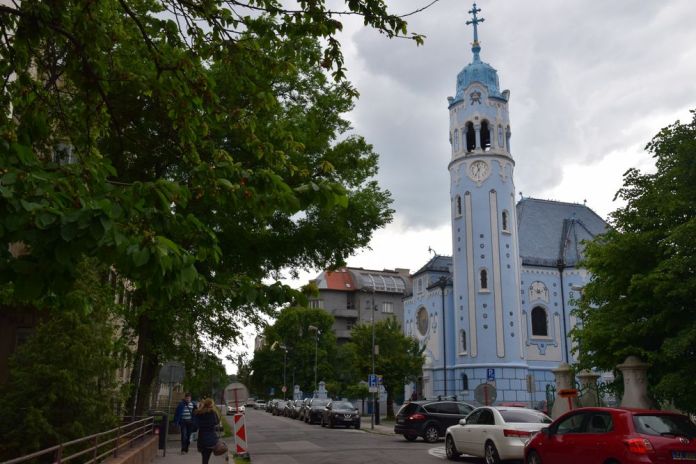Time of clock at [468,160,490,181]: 11:35
